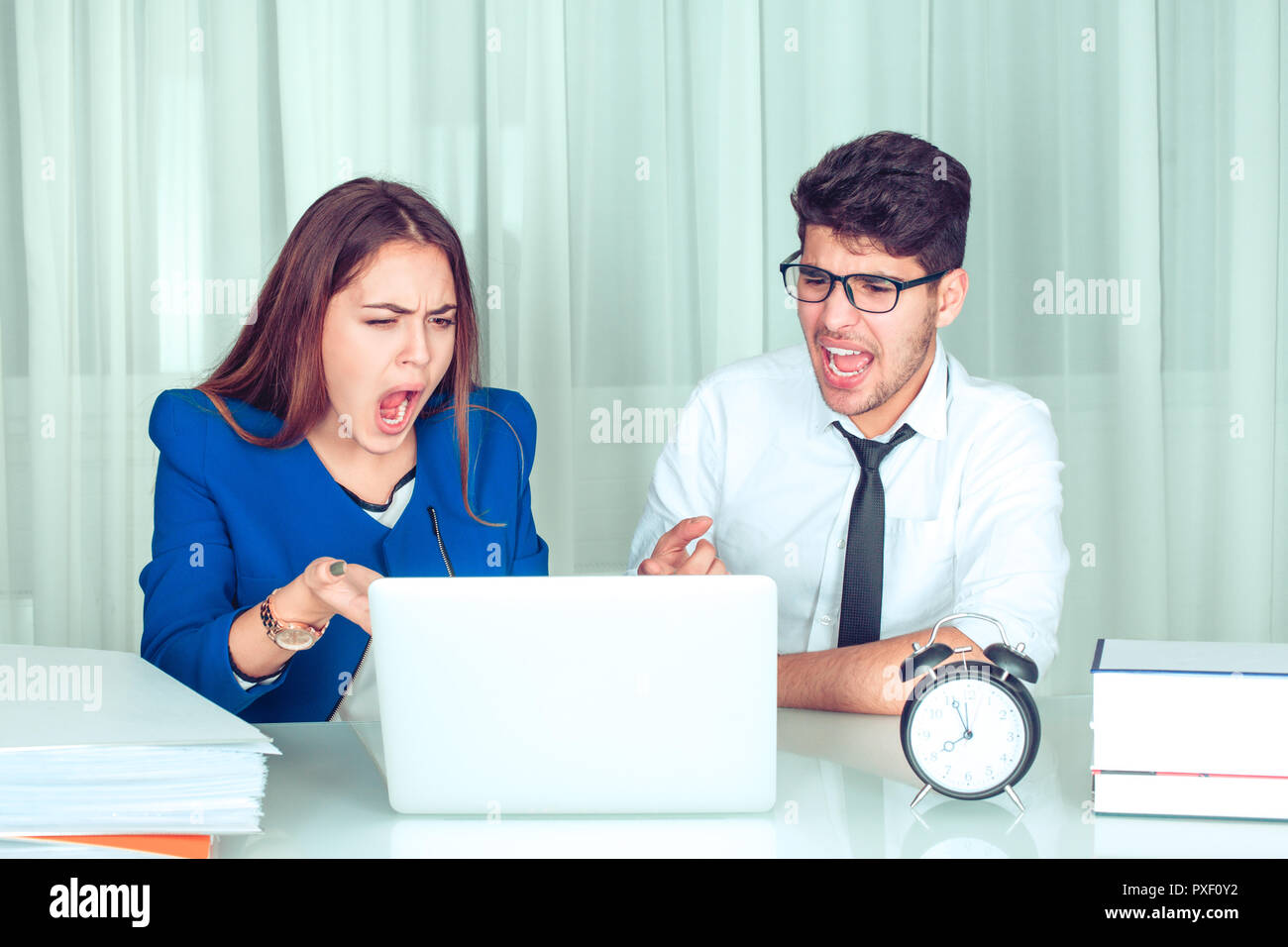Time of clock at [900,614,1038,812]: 11:39
